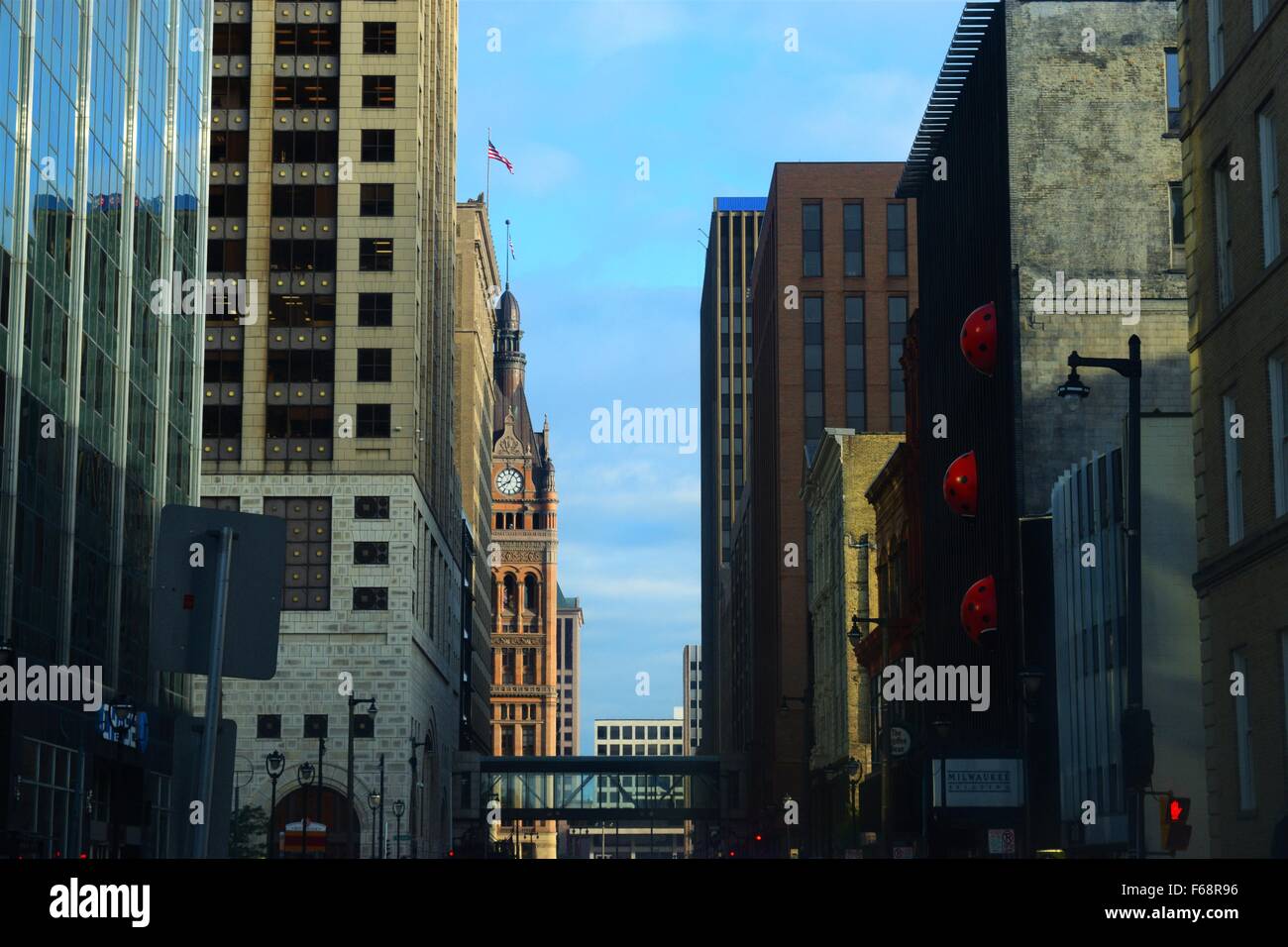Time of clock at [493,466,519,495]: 8:04
